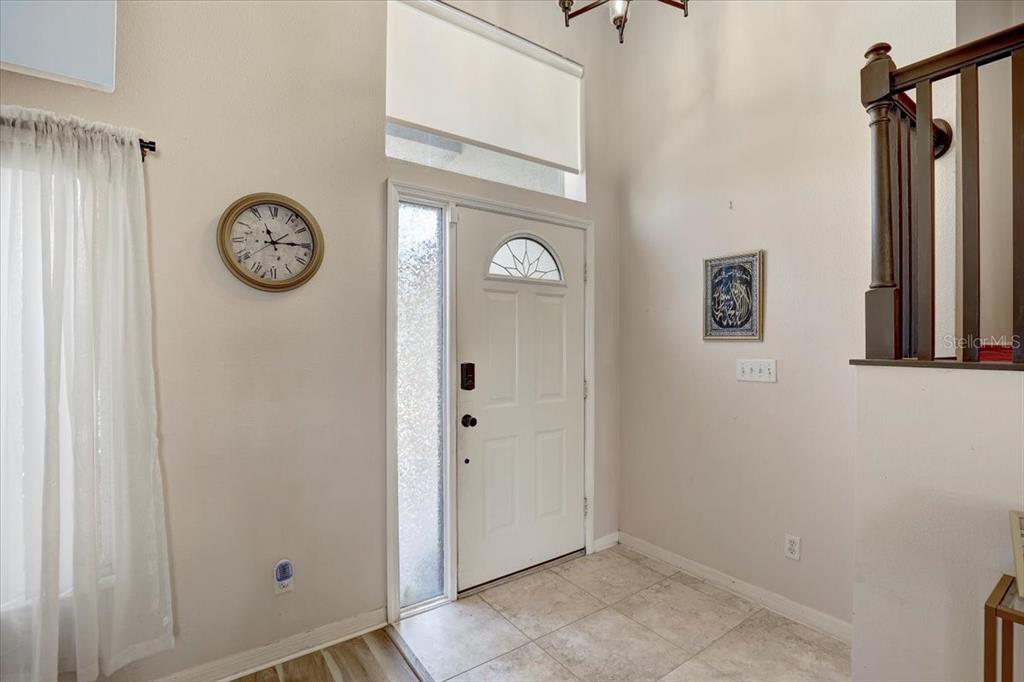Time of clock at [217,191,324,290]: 11:14
